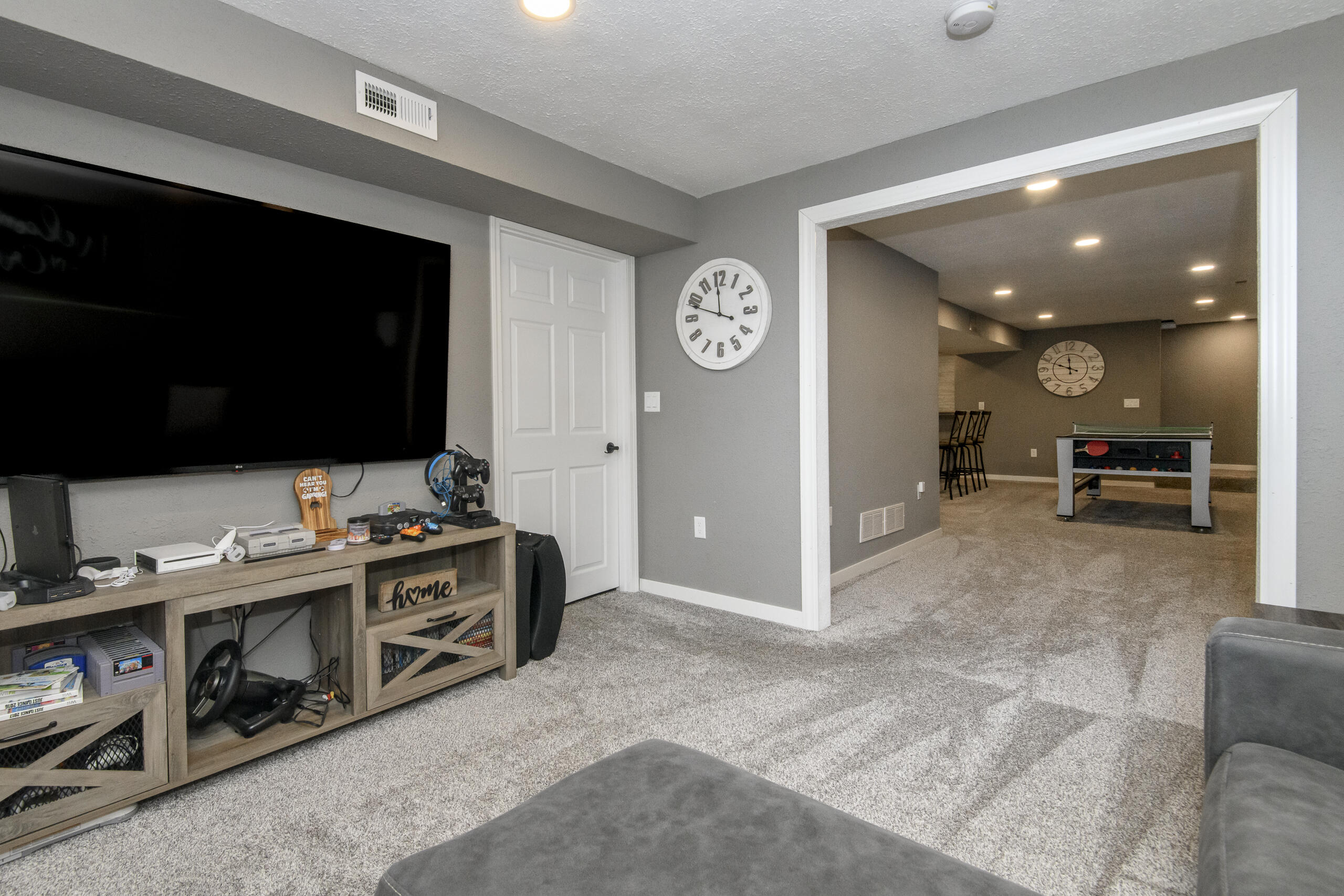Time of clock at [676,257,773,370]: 11:48
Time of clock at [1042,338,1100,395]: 11:48
